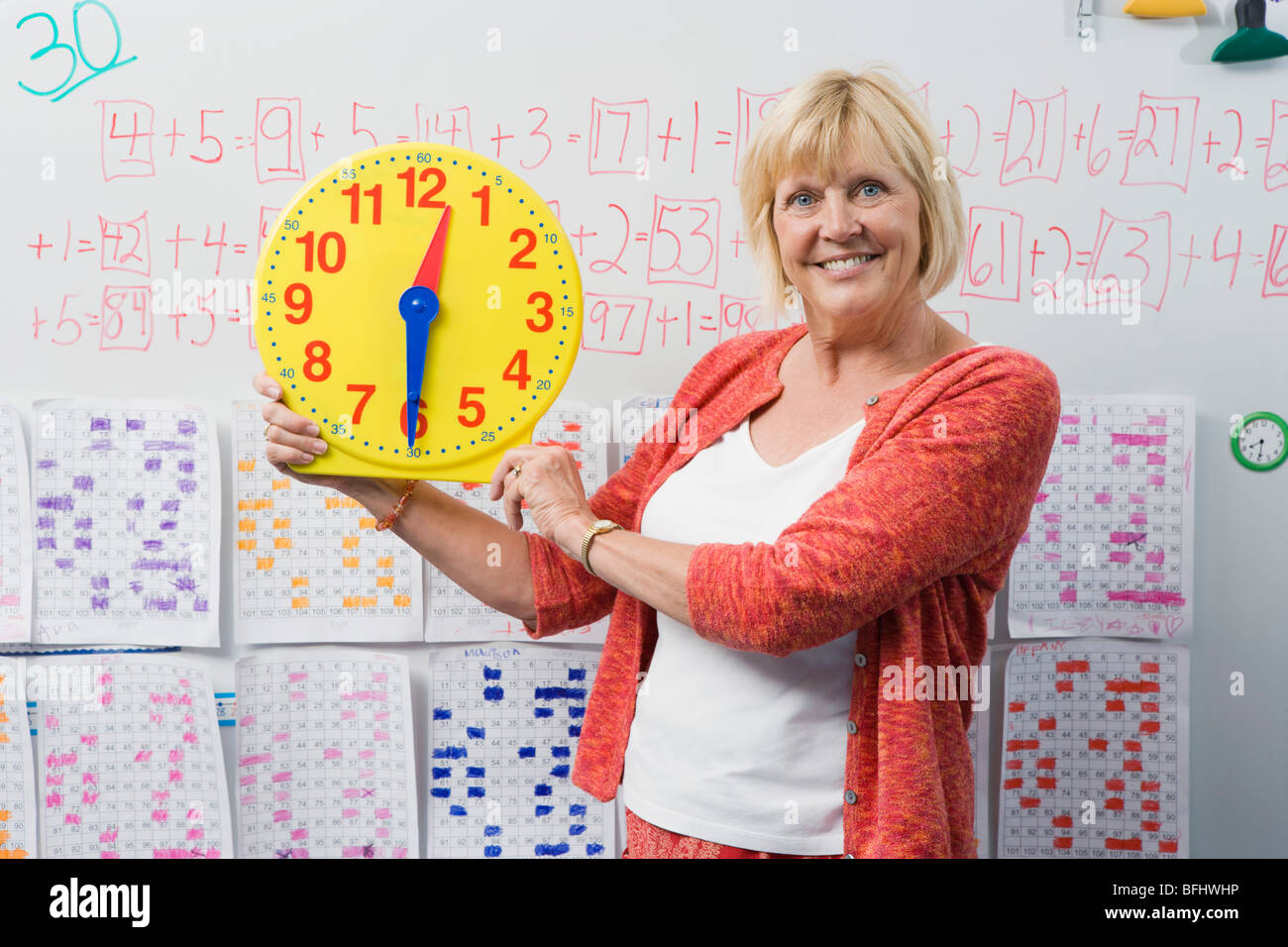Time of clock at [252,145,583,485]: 12:30
